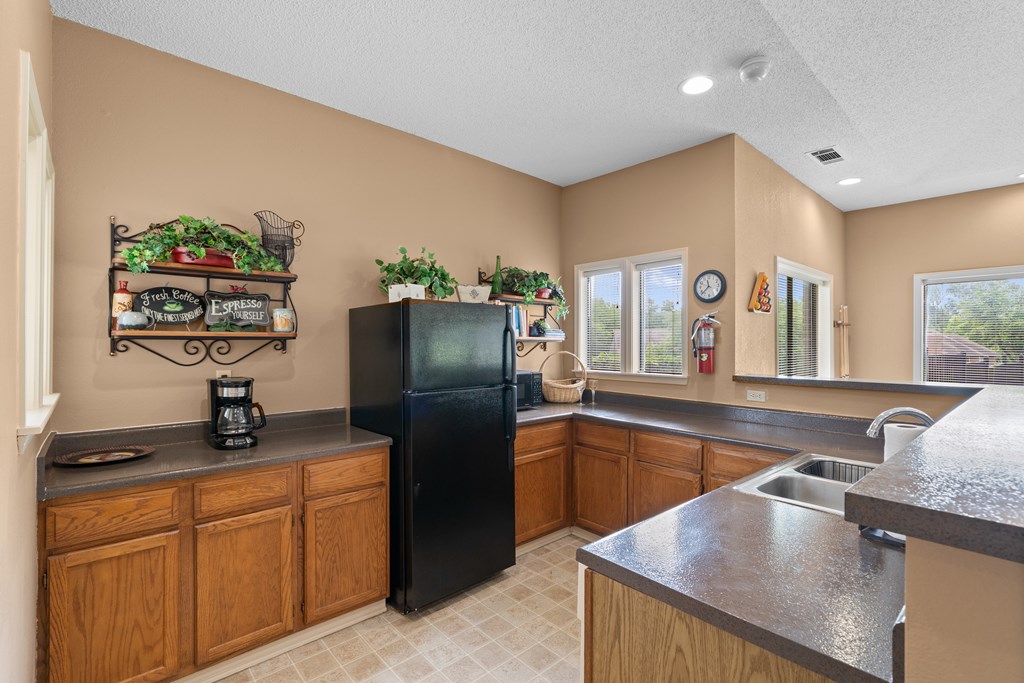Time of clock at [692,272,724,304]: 11:37
